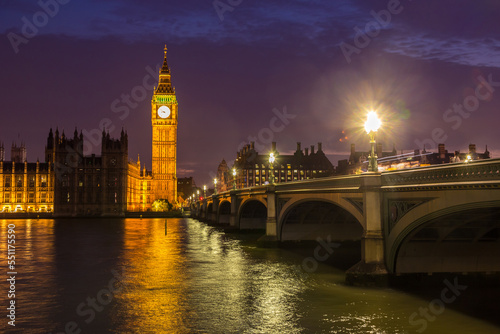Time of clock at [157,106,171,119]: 8:51
